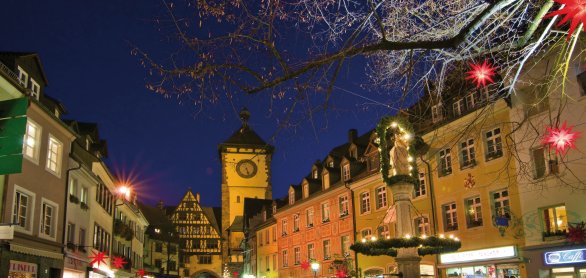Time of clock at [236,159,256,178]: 5:26
